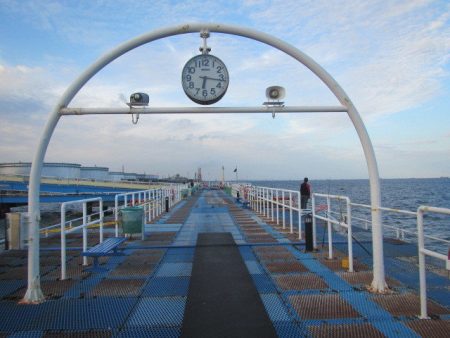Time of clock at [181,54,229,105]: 6:16
